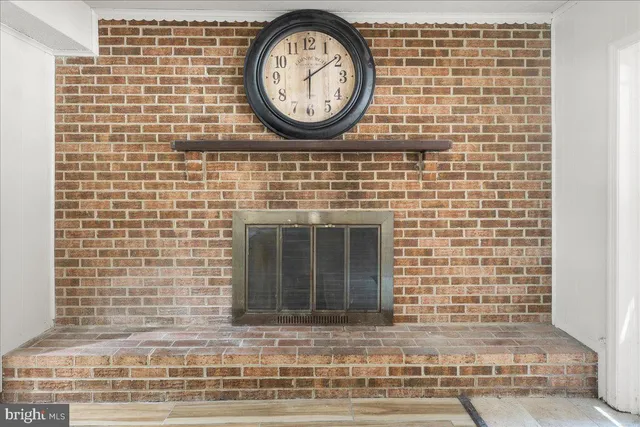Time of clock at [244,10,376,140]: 6:09
